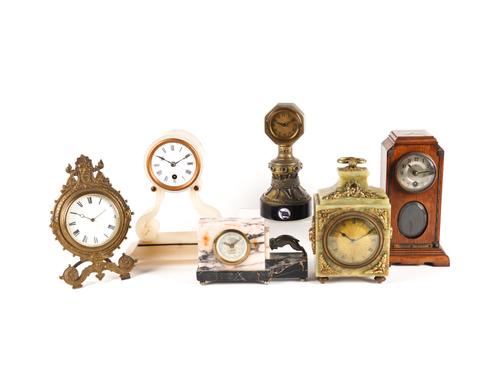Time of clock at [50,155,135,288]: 1:49
